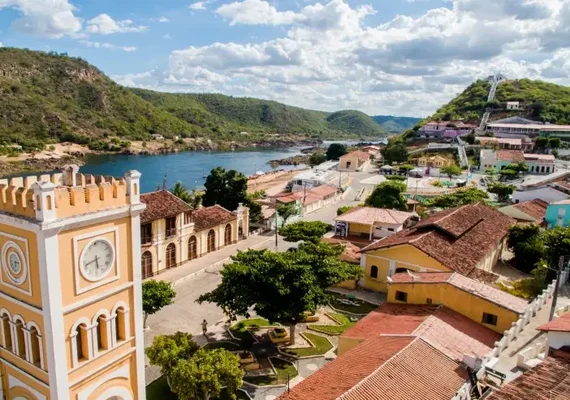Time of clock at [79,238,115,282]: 5:42
